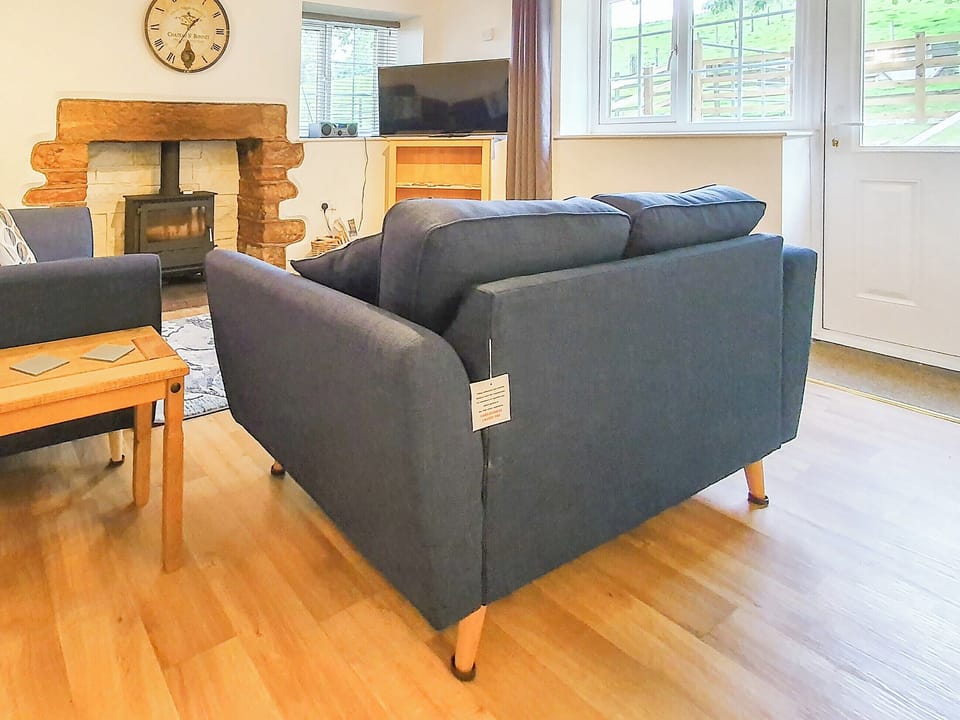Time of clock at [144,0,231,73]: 1:35
